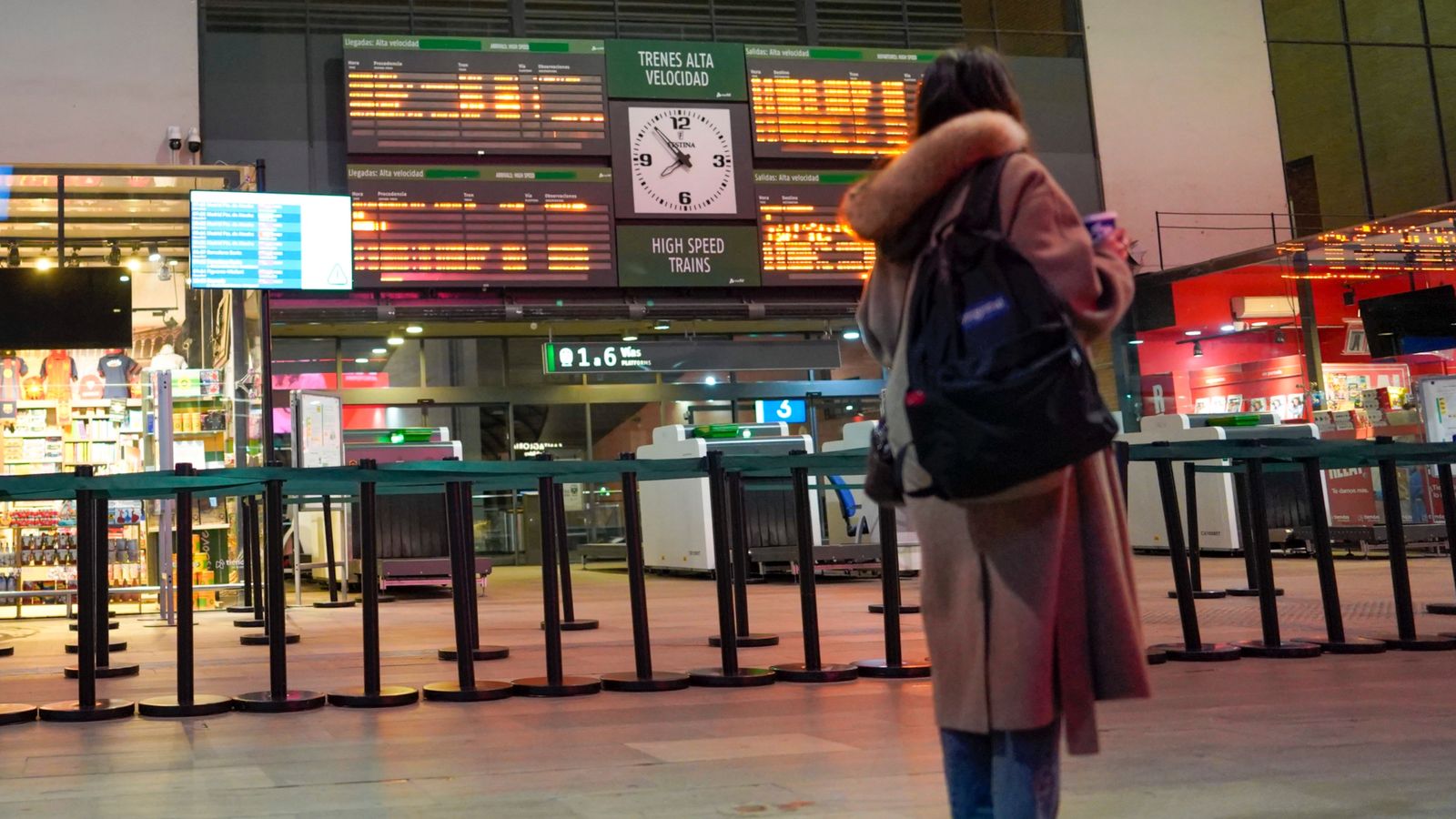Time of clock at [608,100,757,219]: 7:53
